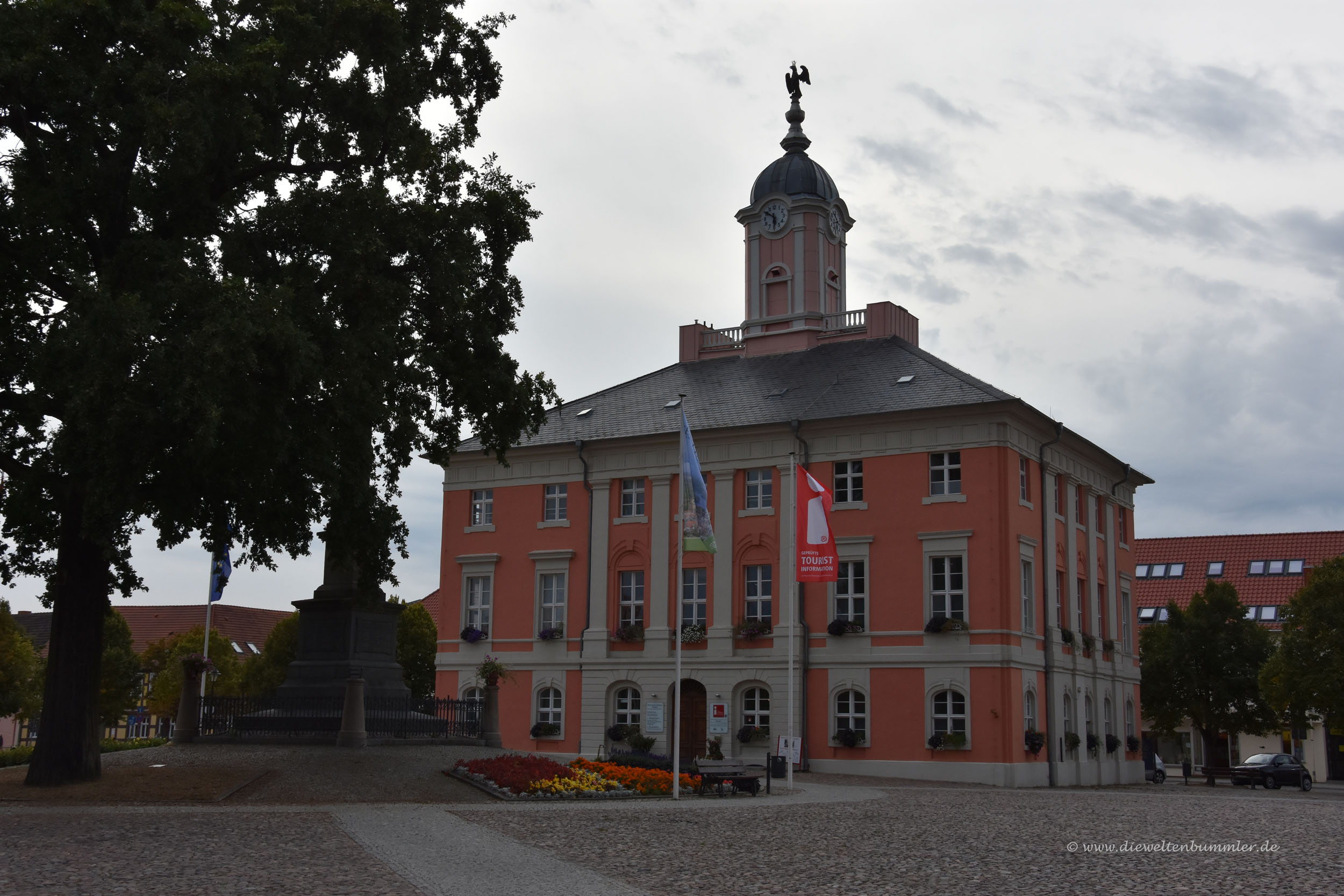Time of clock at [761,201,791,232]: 5:50
